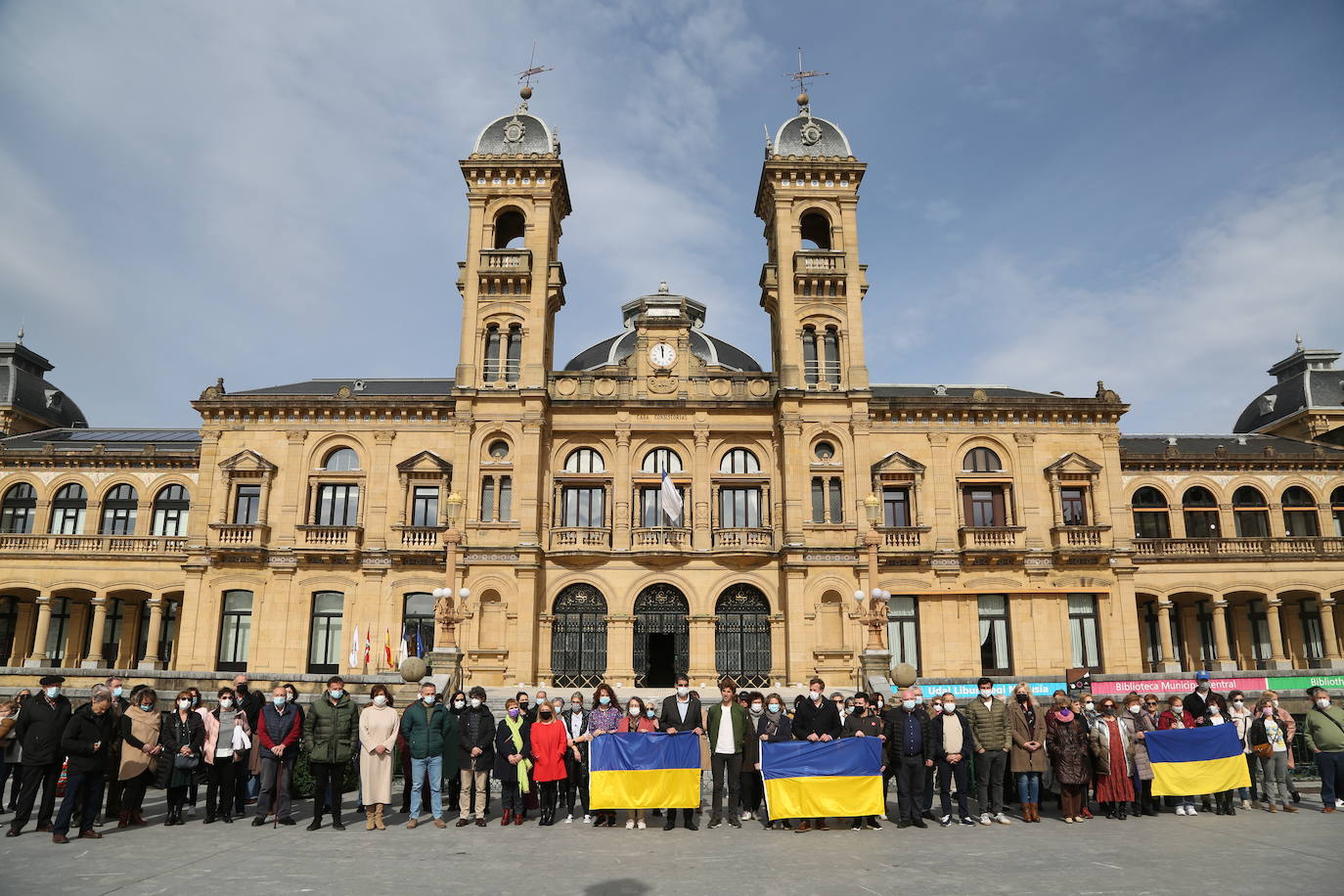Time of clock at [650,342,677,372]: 11:58
